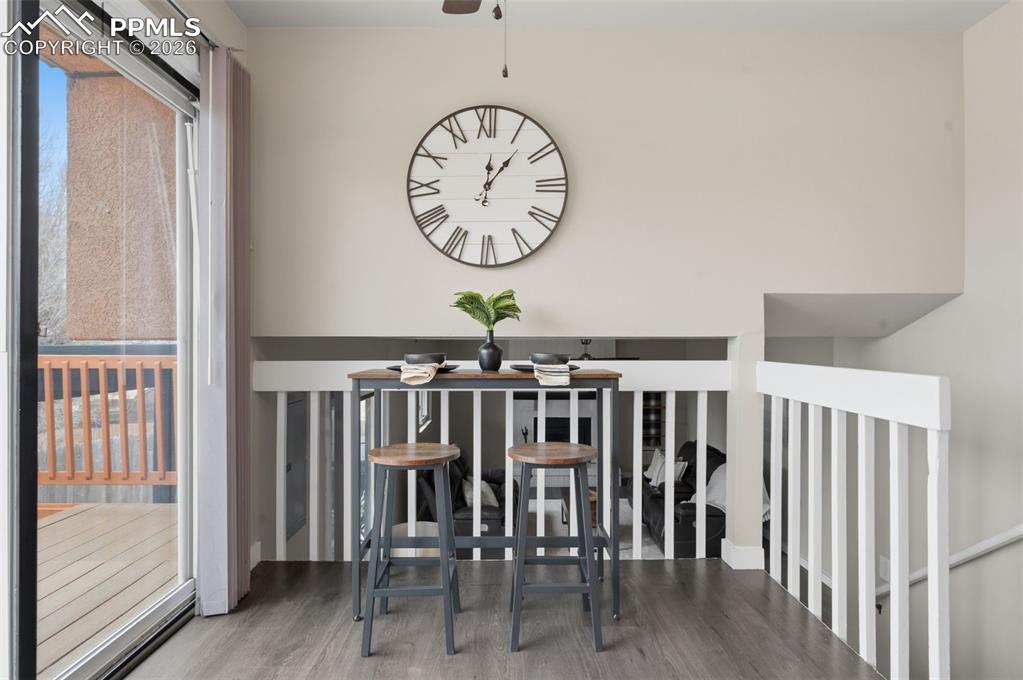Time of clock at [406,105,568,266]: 12:06
